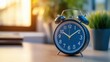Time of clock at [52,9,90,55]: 10:09
